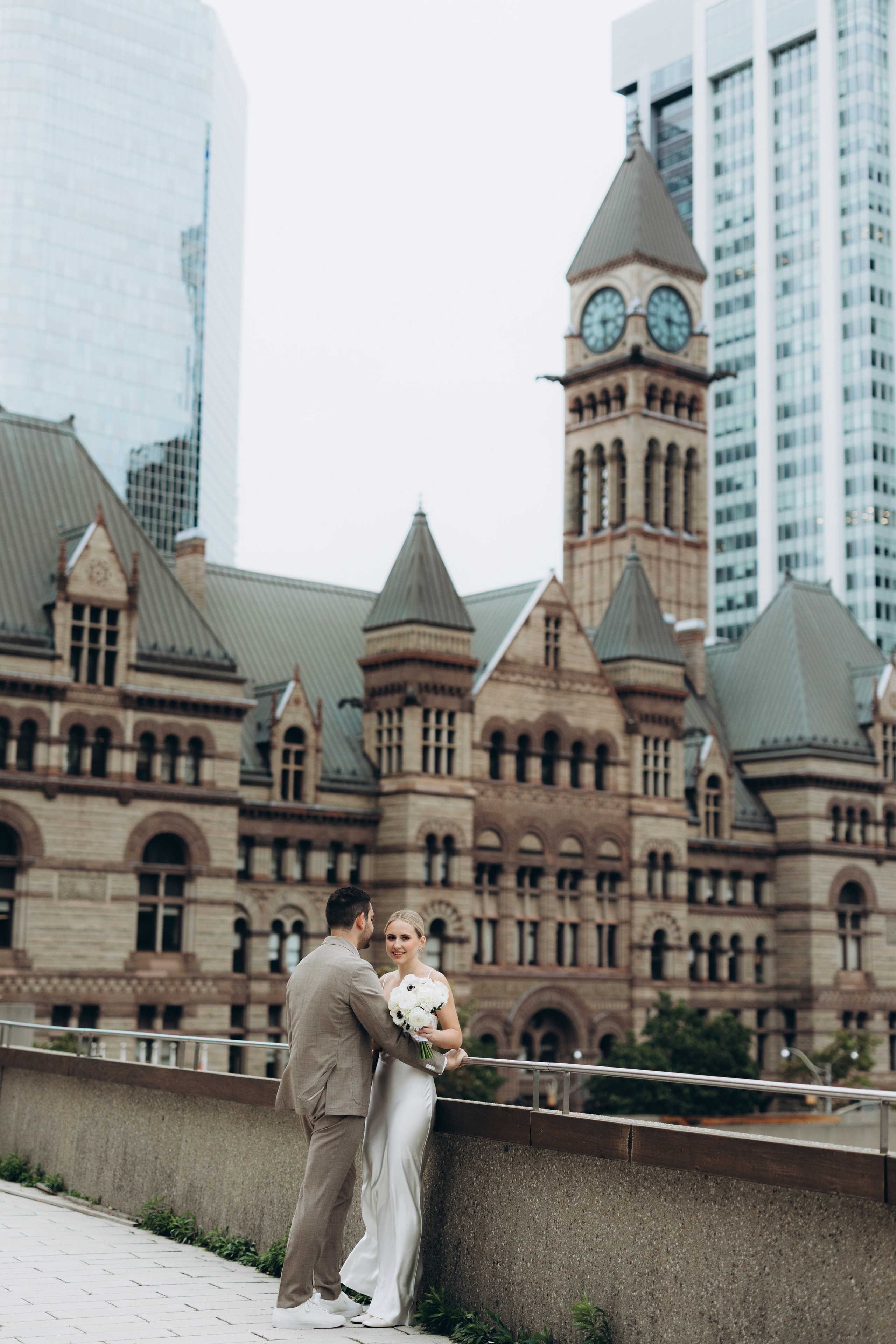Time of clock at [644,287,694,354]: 3:28
